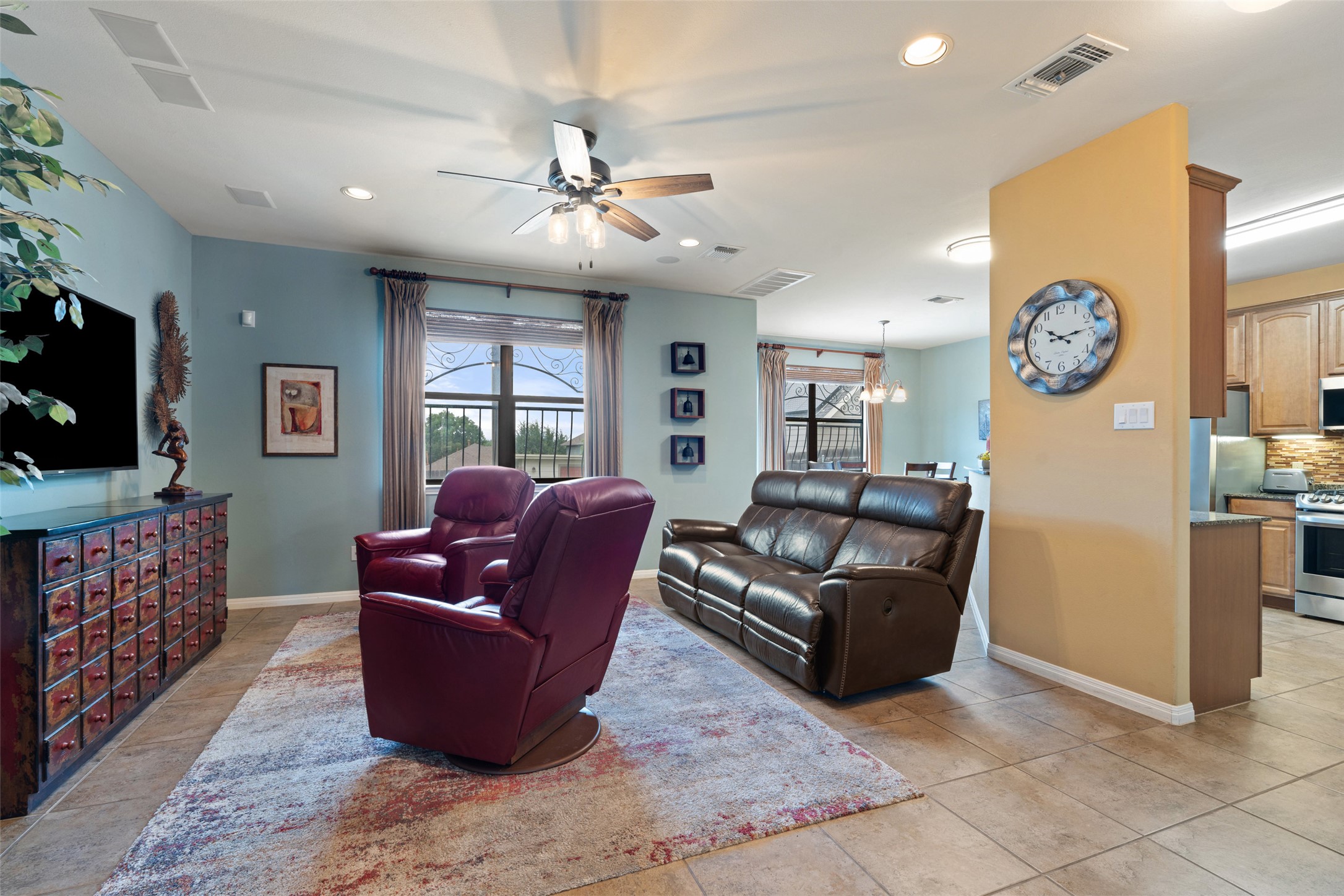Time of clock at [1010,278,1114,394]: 10:13
